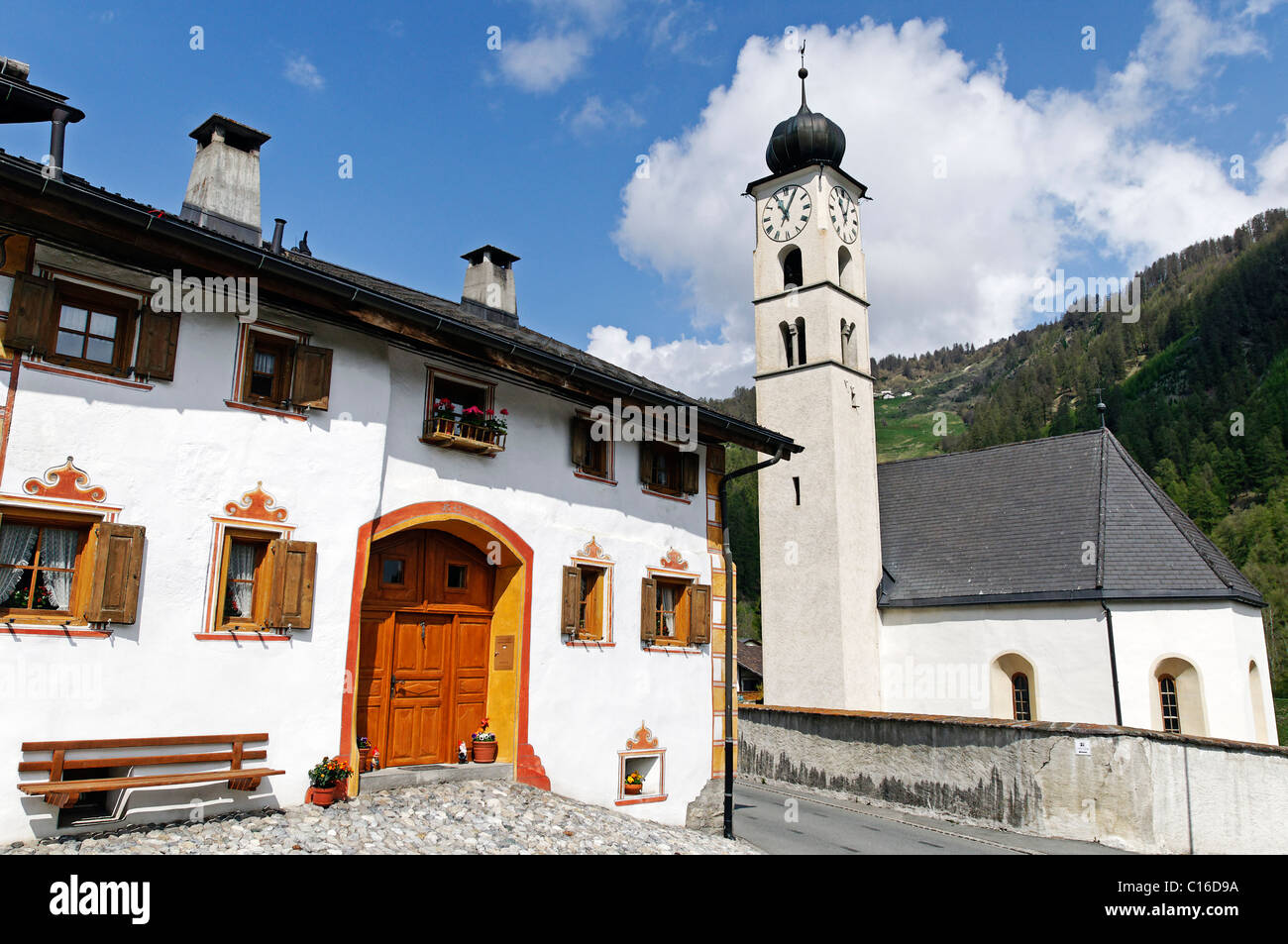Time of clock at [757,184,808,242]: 11:04
